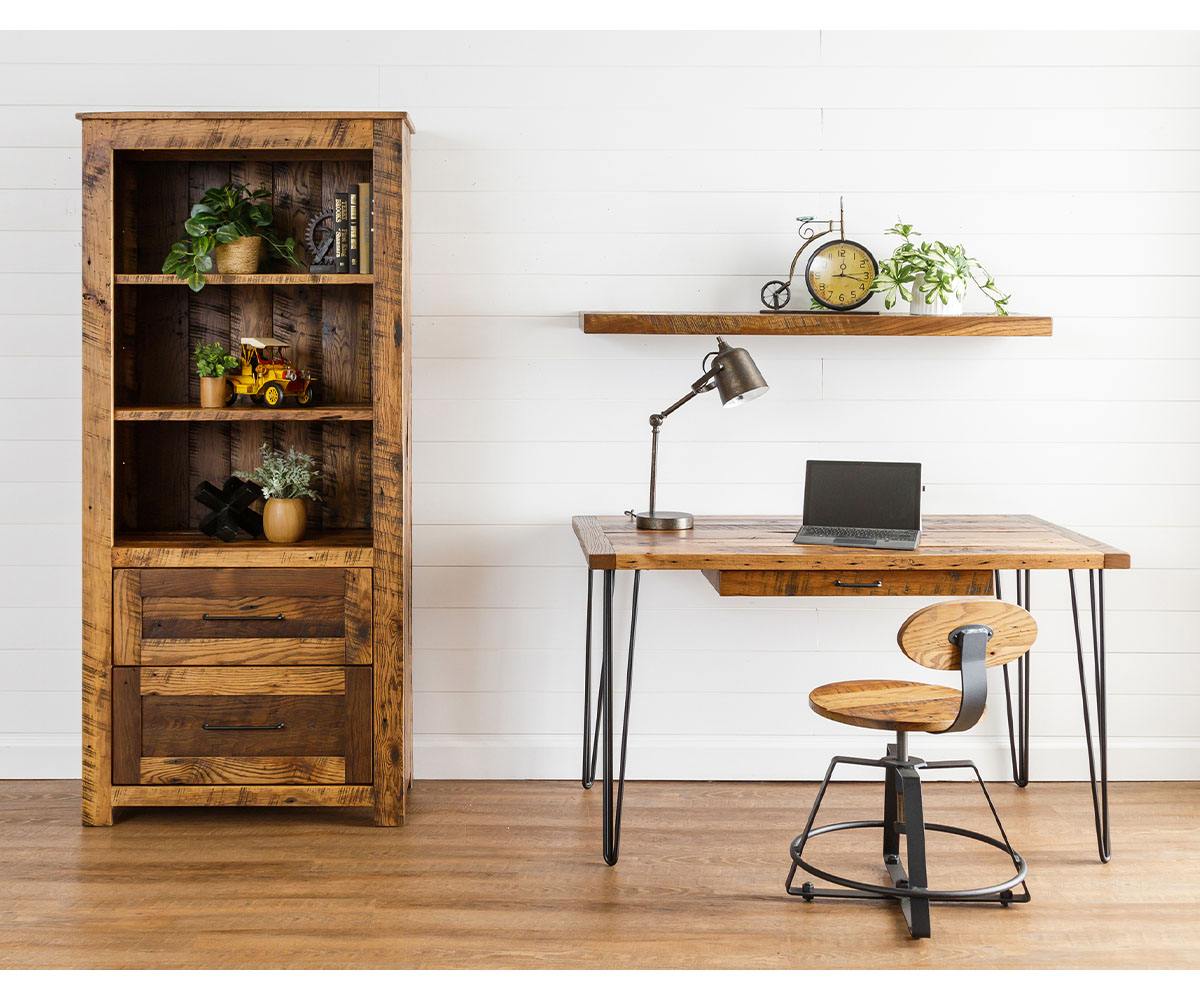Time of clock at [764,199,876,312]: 12:18
